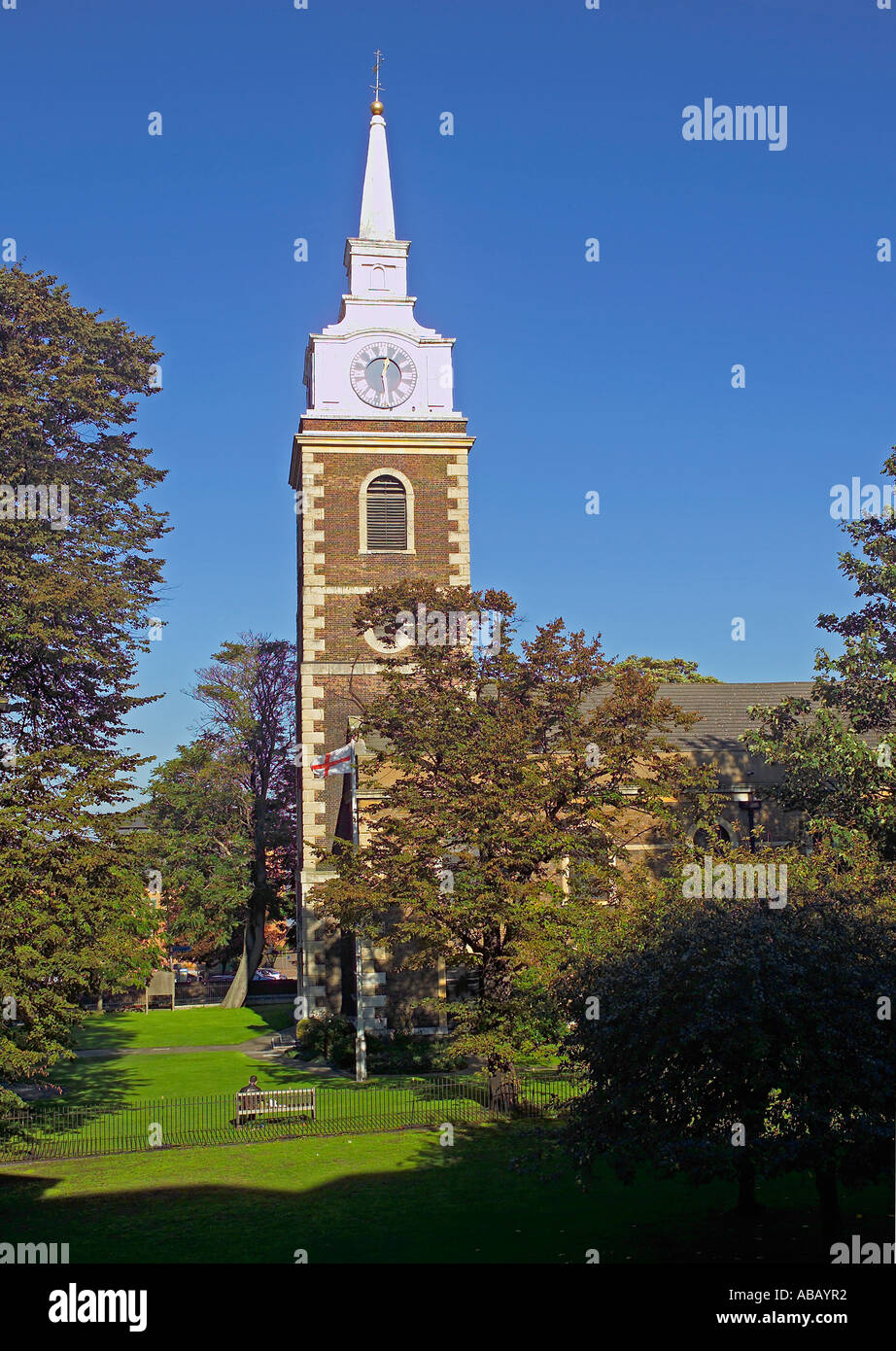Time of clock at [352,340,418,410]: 12:28
